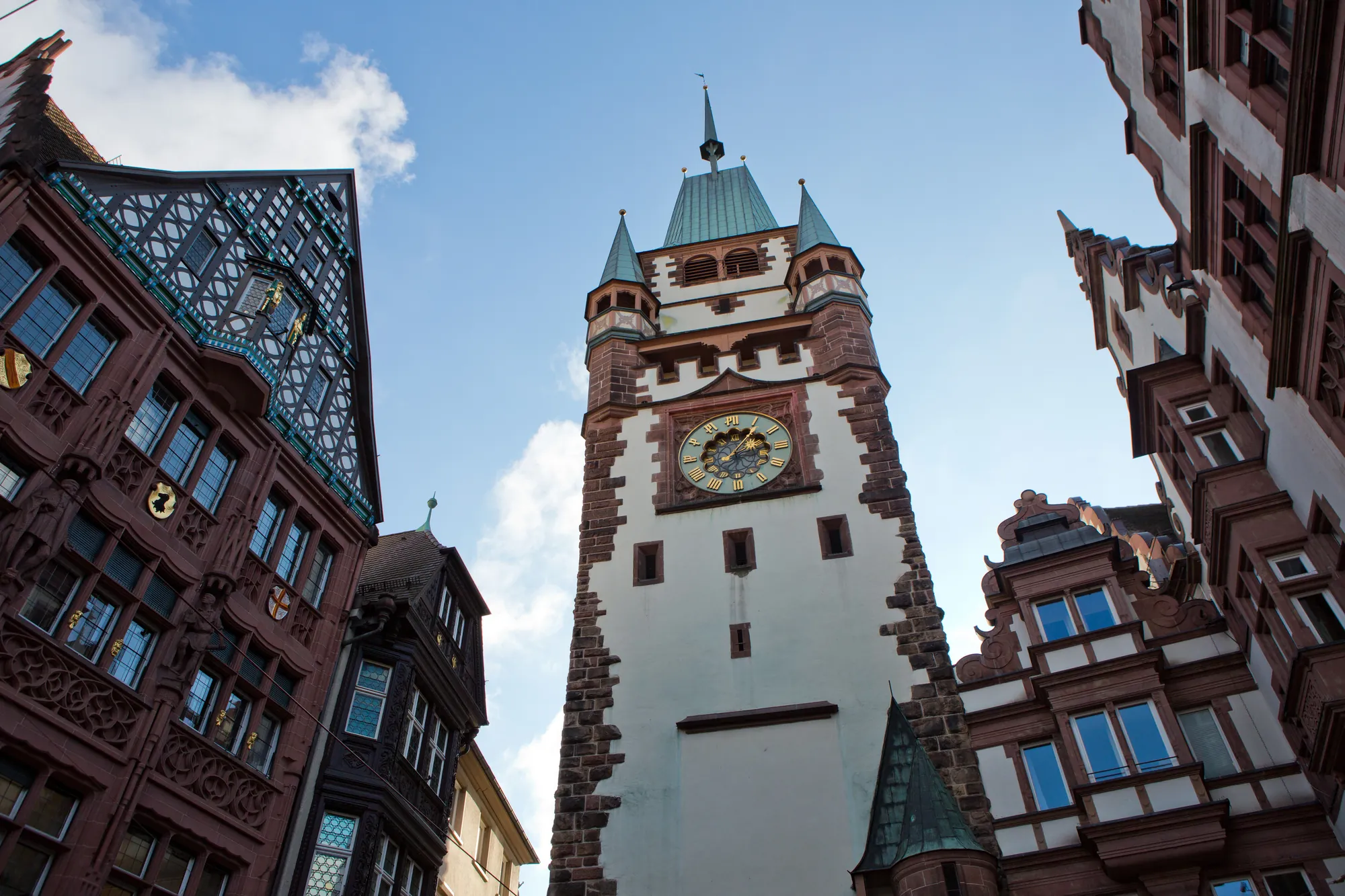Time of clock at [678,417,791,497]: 2:06
